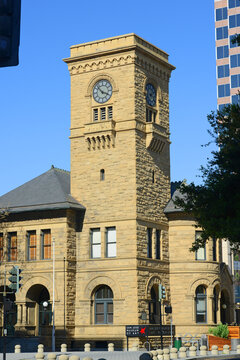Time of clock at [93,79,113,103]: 3:52
